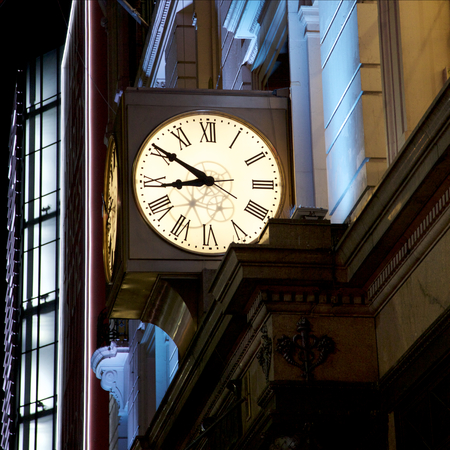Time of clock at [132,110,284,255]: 8:50
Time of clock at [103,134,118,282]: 8:50
